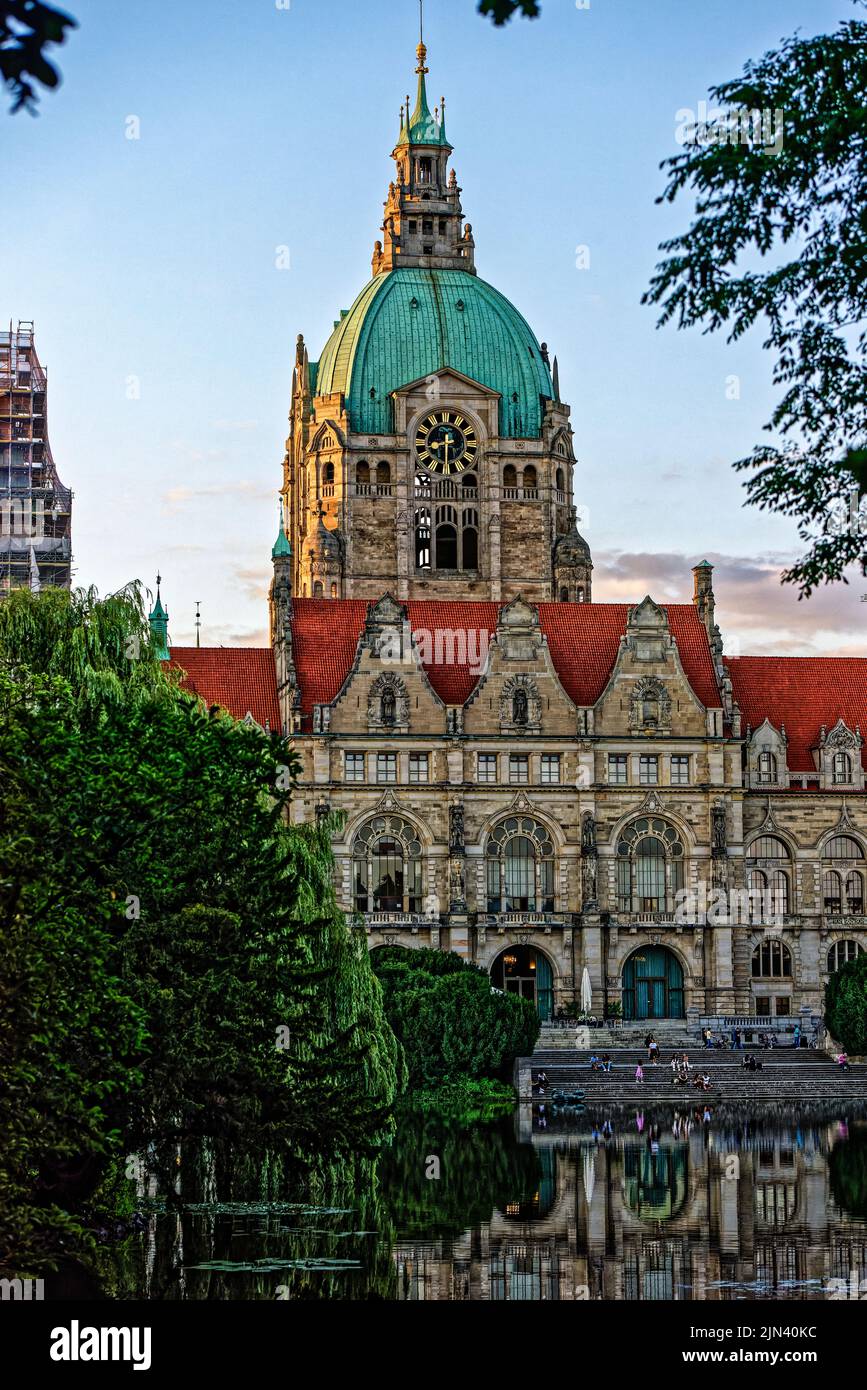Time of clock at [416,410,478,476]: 8:30
